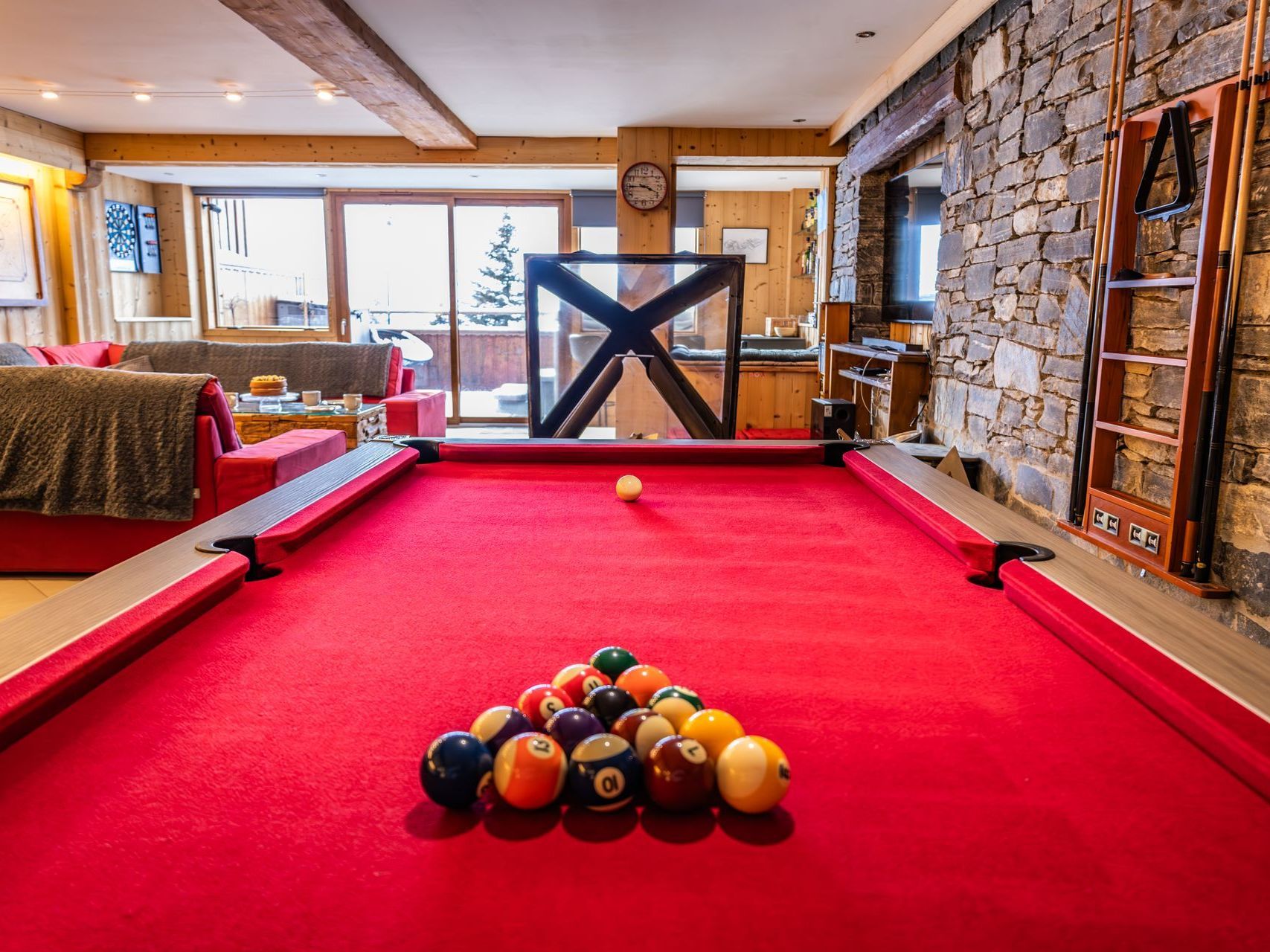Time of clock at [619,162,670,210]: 3:44
